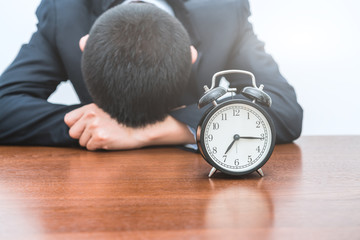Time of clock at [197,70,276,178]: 7:15
